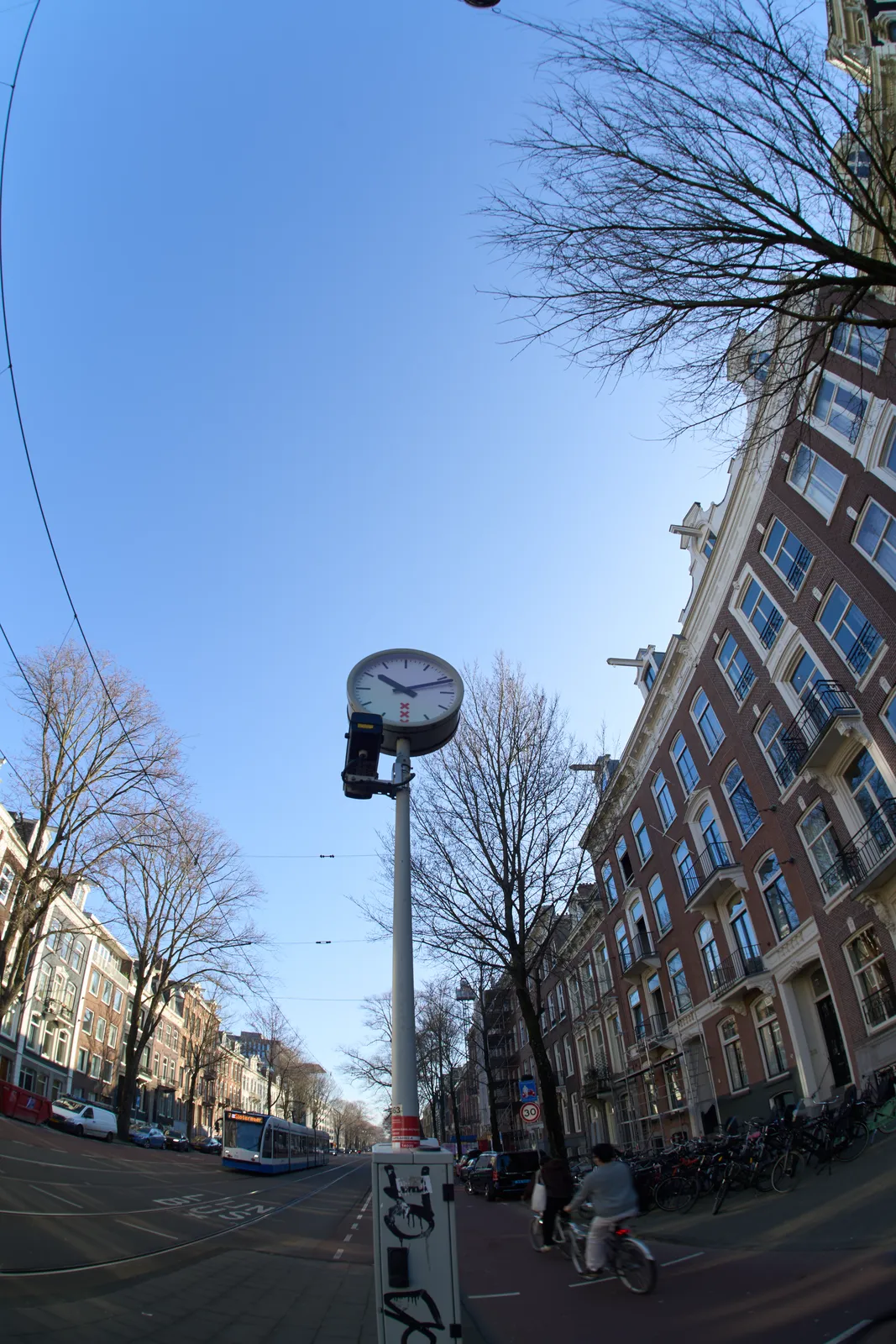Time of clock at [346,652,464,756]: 10:12
